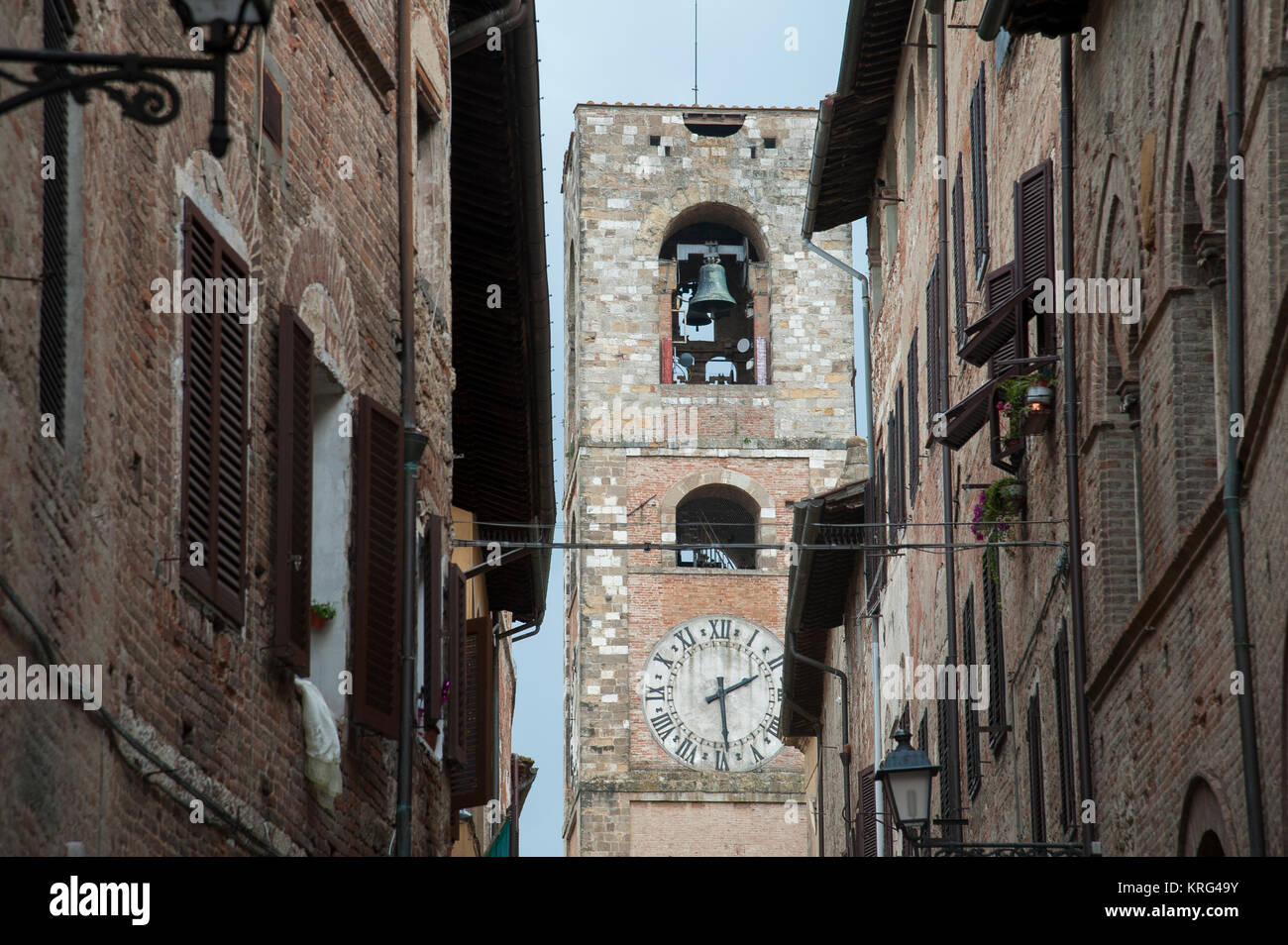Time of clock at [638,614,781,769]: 2:29
